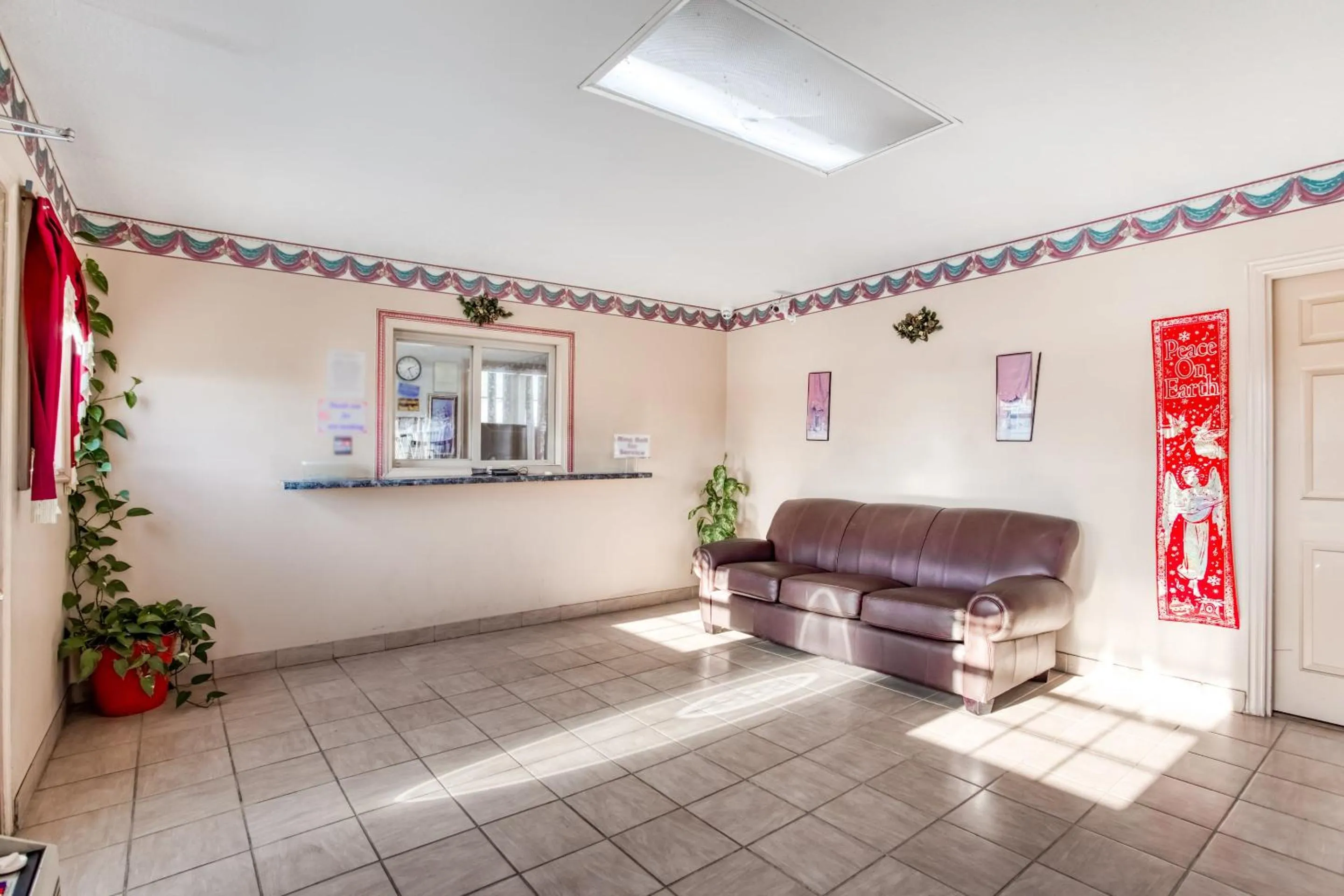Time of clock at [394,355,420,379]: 2:26
